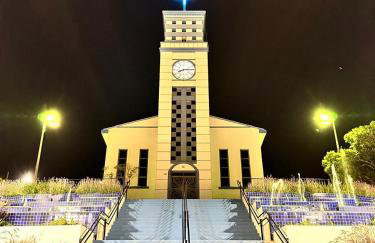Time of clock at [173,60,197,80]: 8:14
